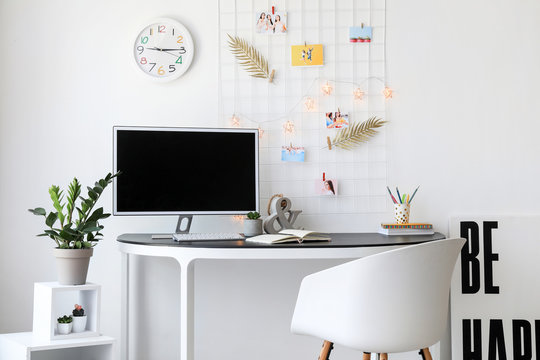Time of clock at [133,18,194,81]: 9:14
